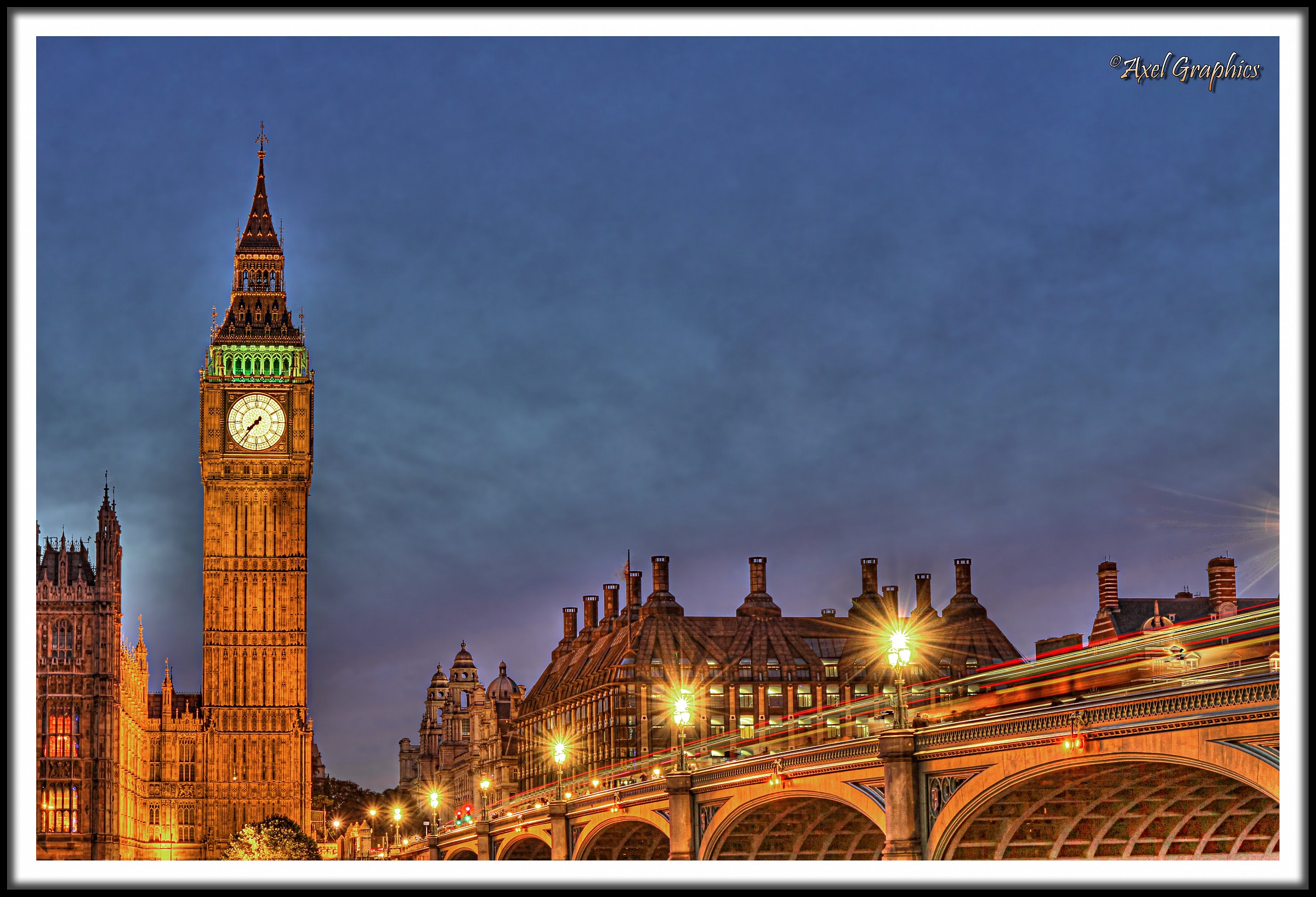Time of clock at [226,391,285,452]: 7:36
